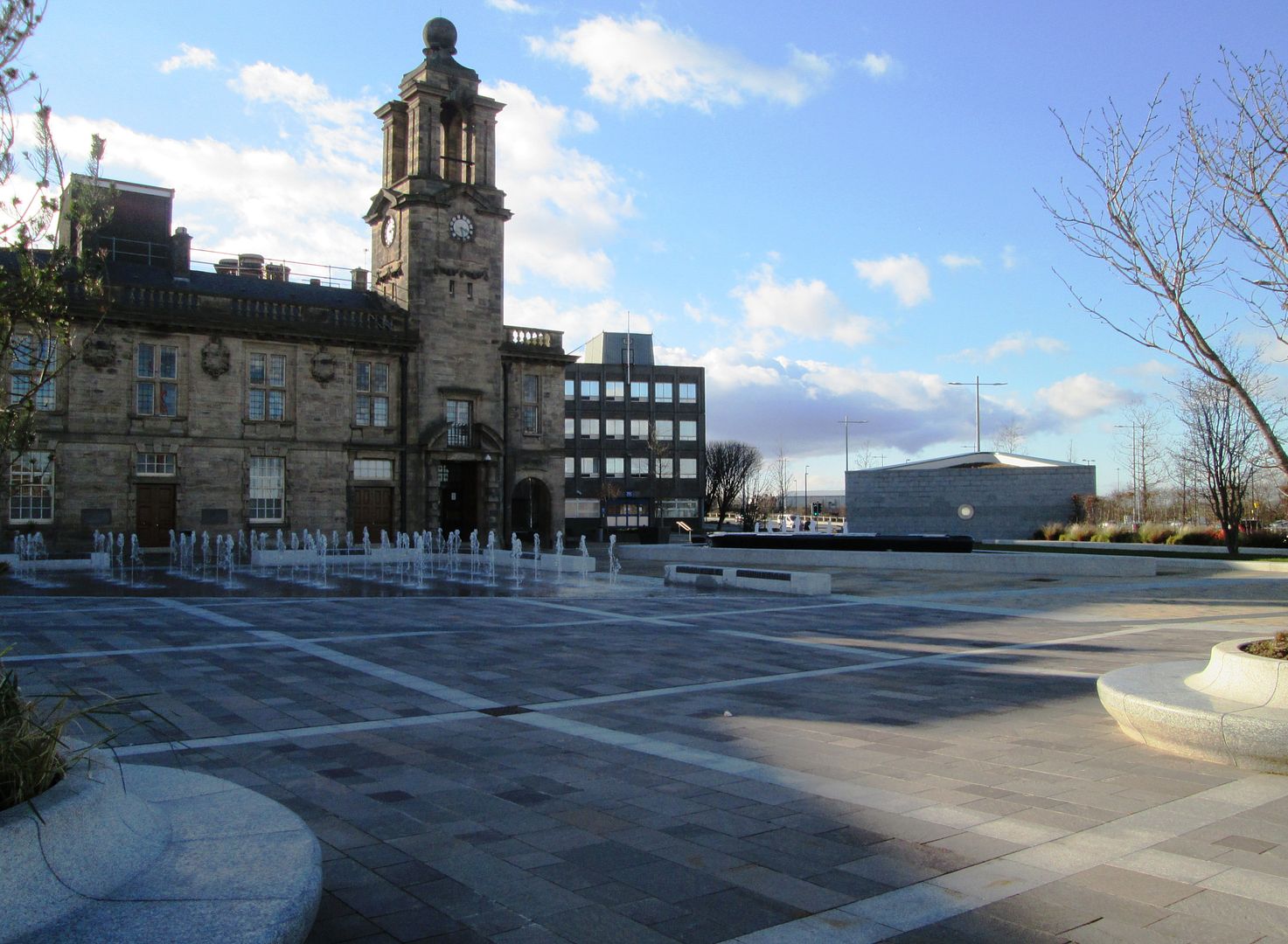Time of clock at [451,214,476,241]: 3:28
